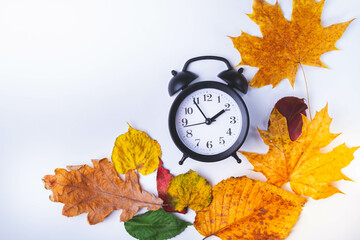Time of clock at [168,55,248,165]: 1:54
